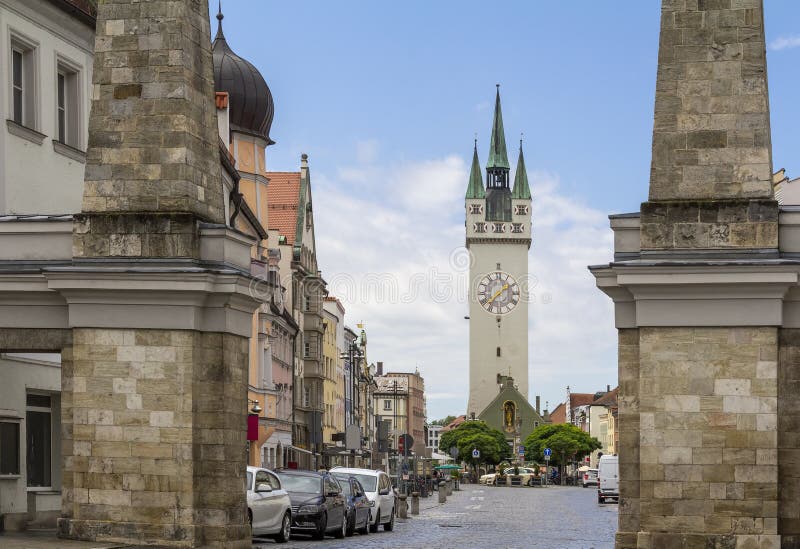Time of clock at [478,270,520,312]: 1:37
